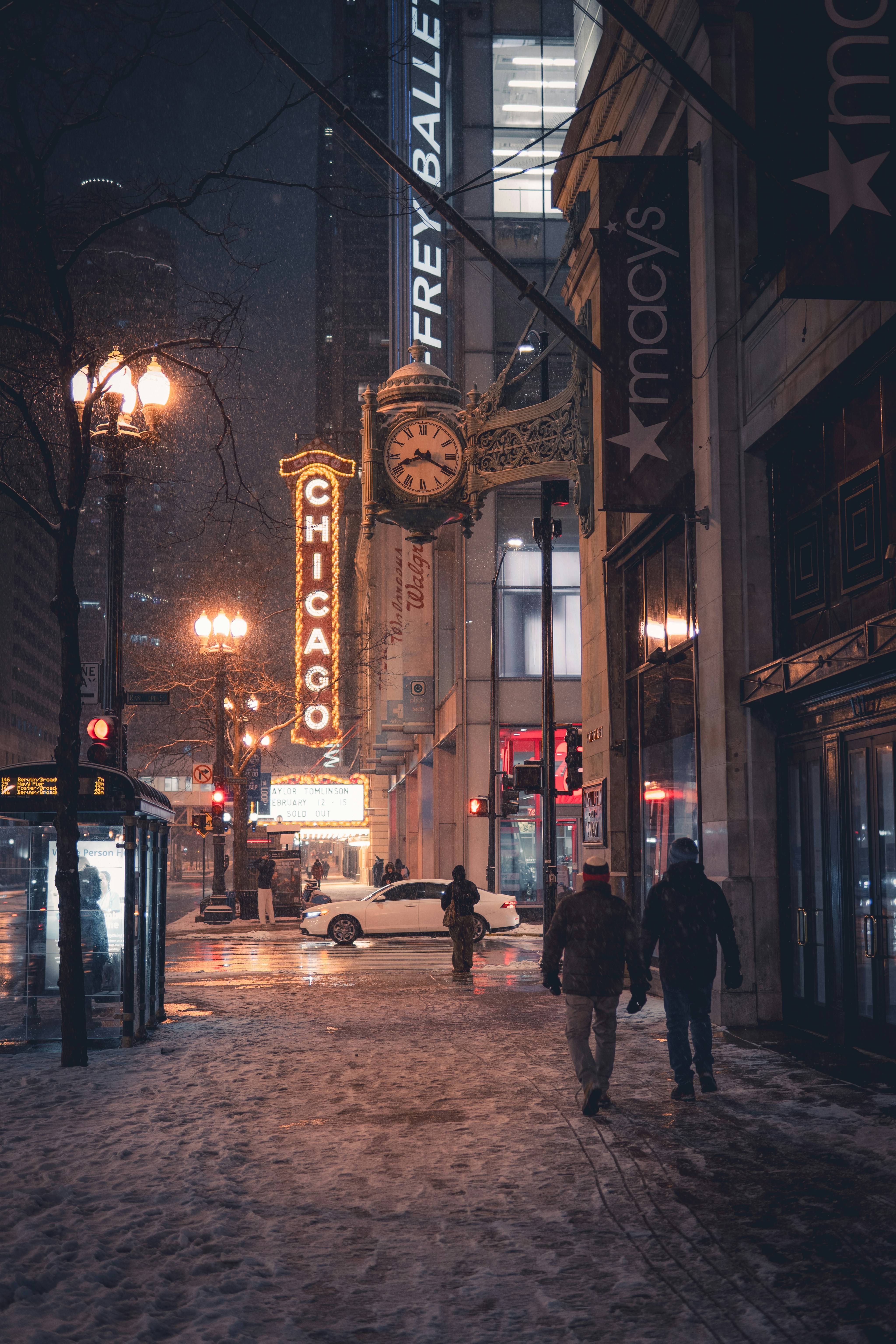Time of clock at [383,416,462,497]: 8:19
